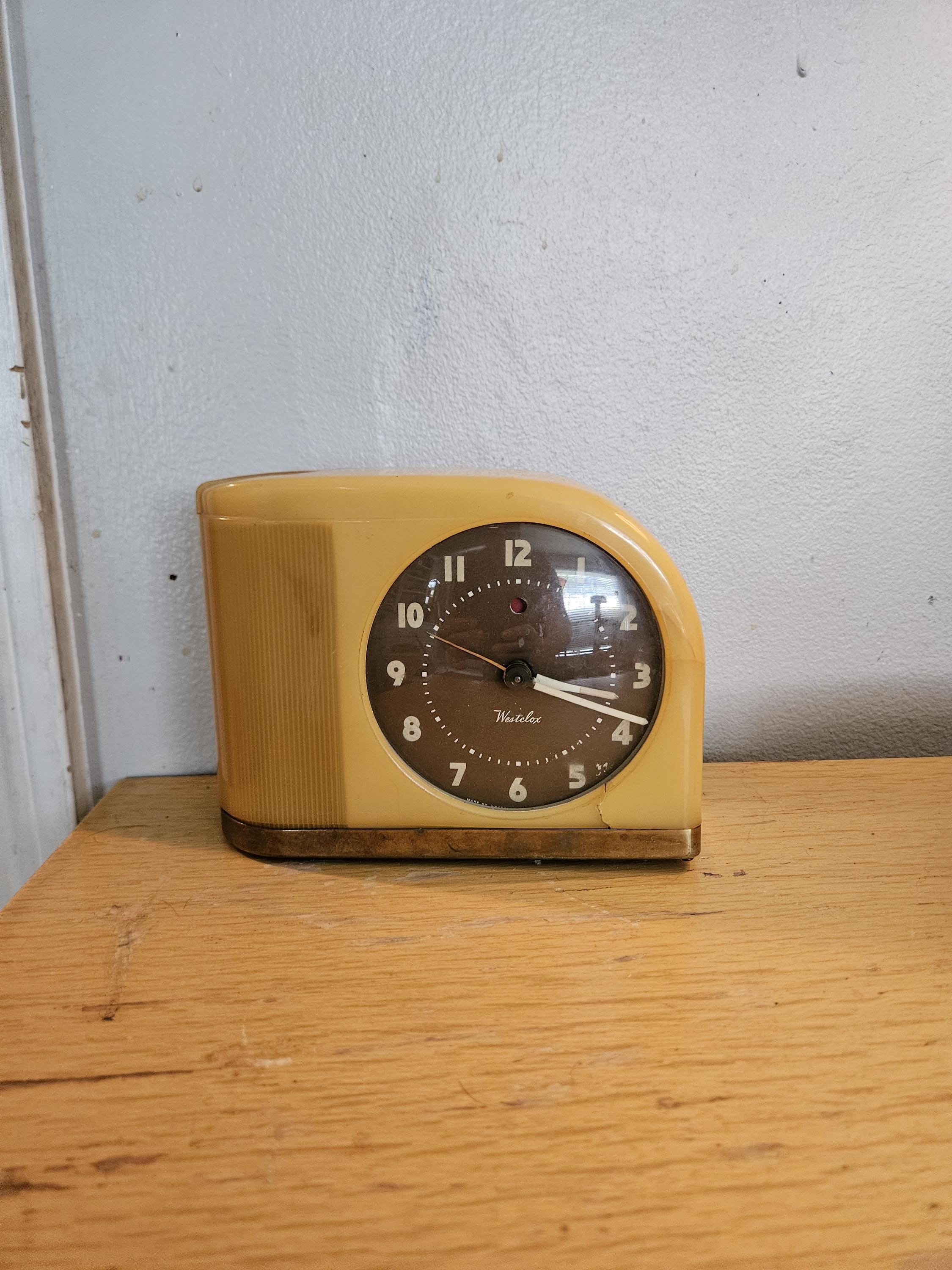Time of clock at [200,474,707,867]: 3:18
